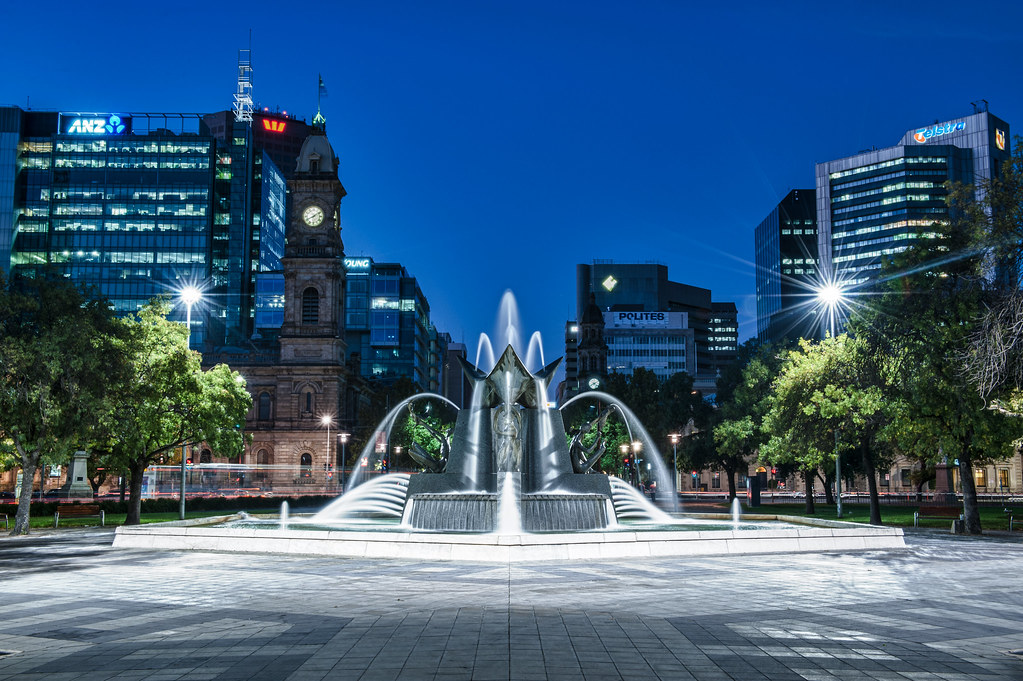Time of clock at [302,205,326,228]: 8:09
